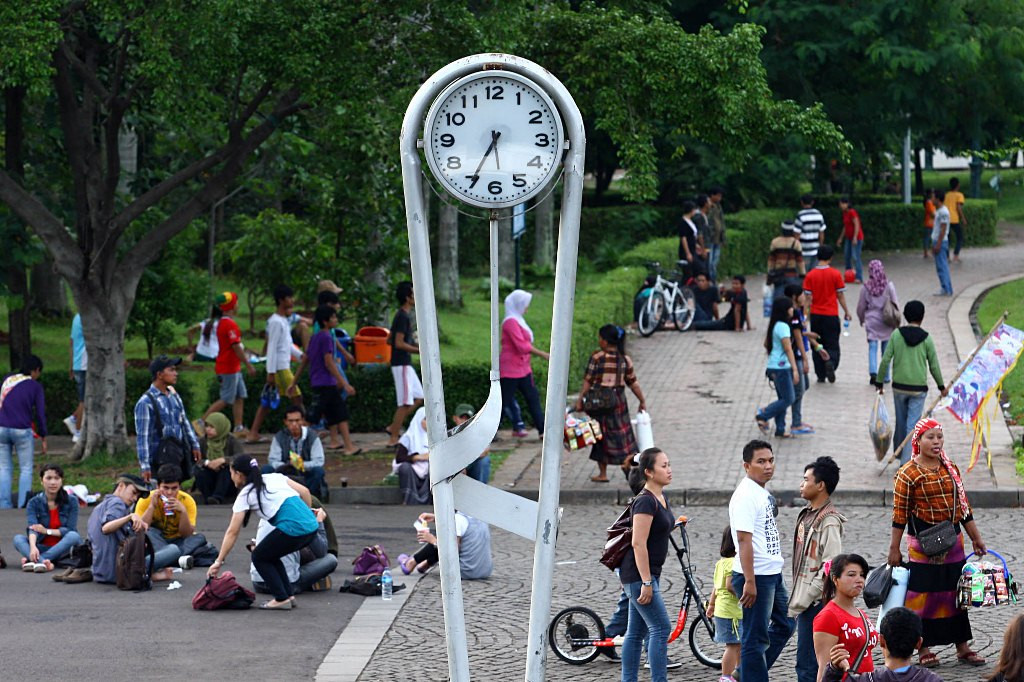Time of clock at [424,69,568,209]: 5:34
